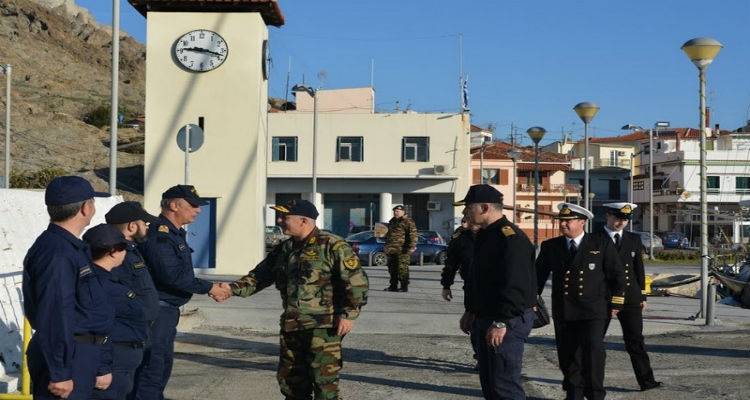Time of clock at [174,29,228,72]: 9:18
